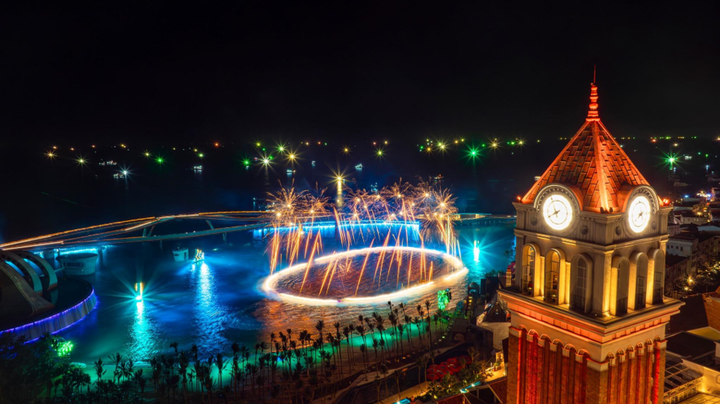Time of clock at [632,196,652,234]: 2:38
